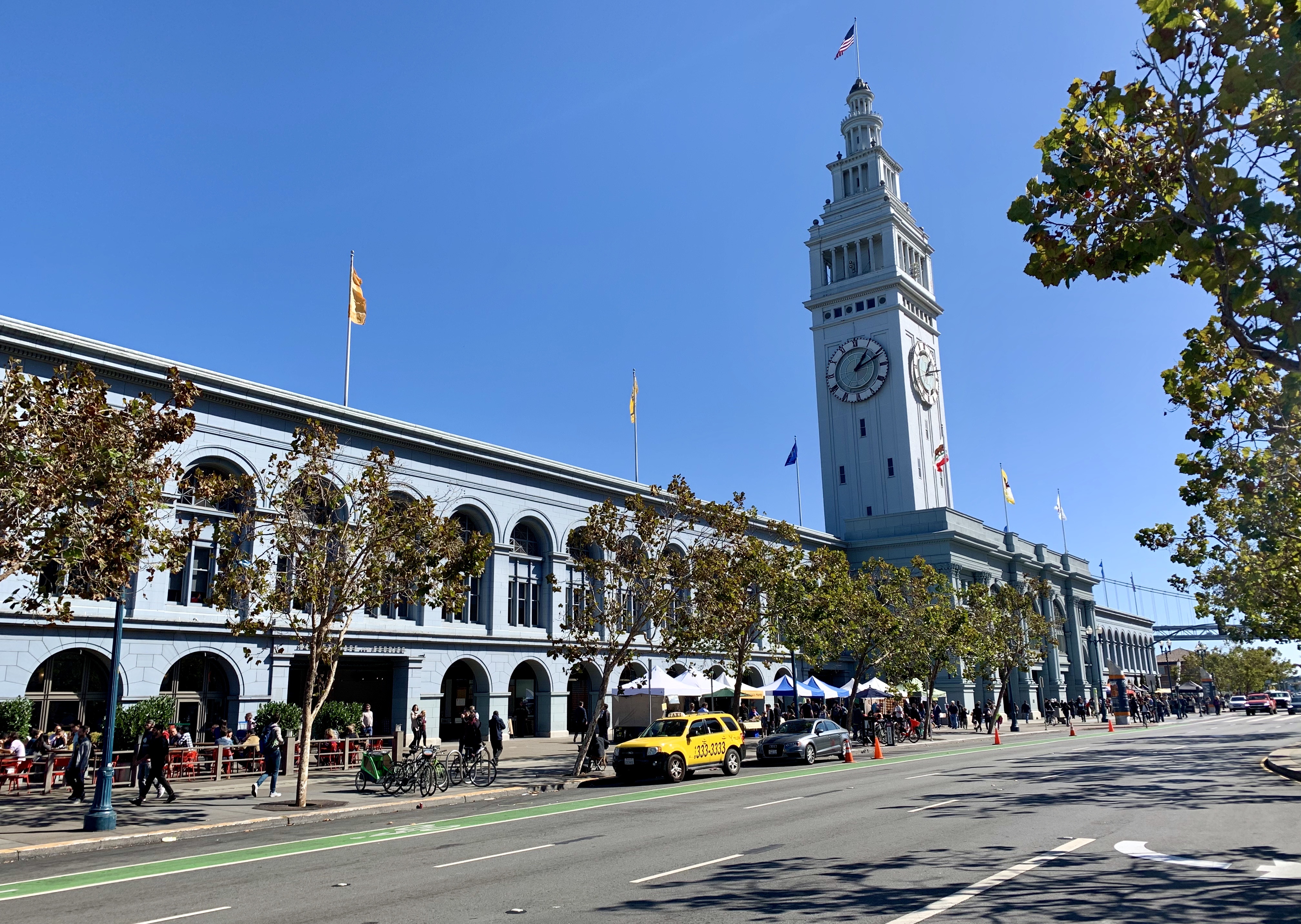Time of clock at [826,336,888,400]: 1:11
